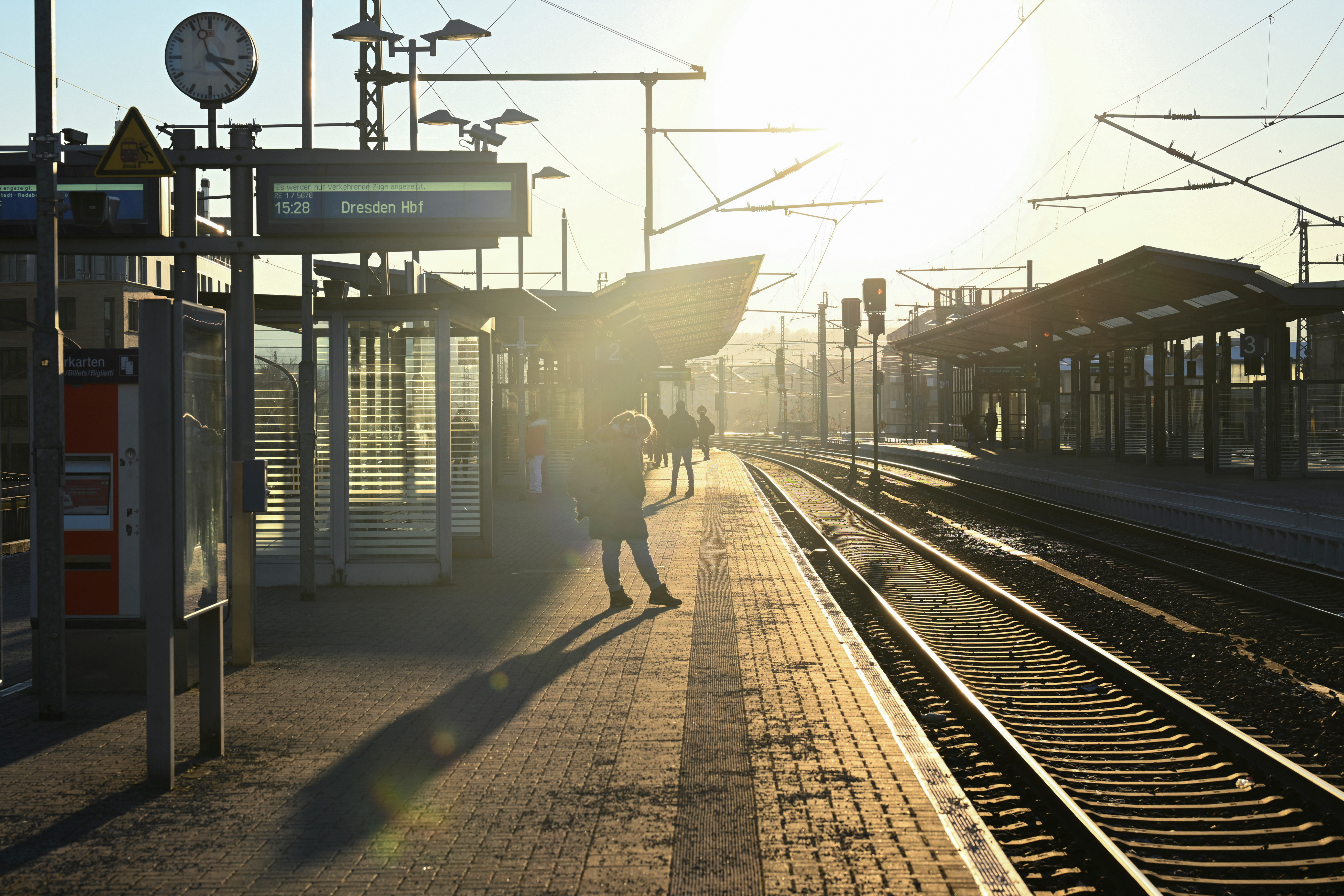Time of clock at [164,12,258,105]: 3:22
